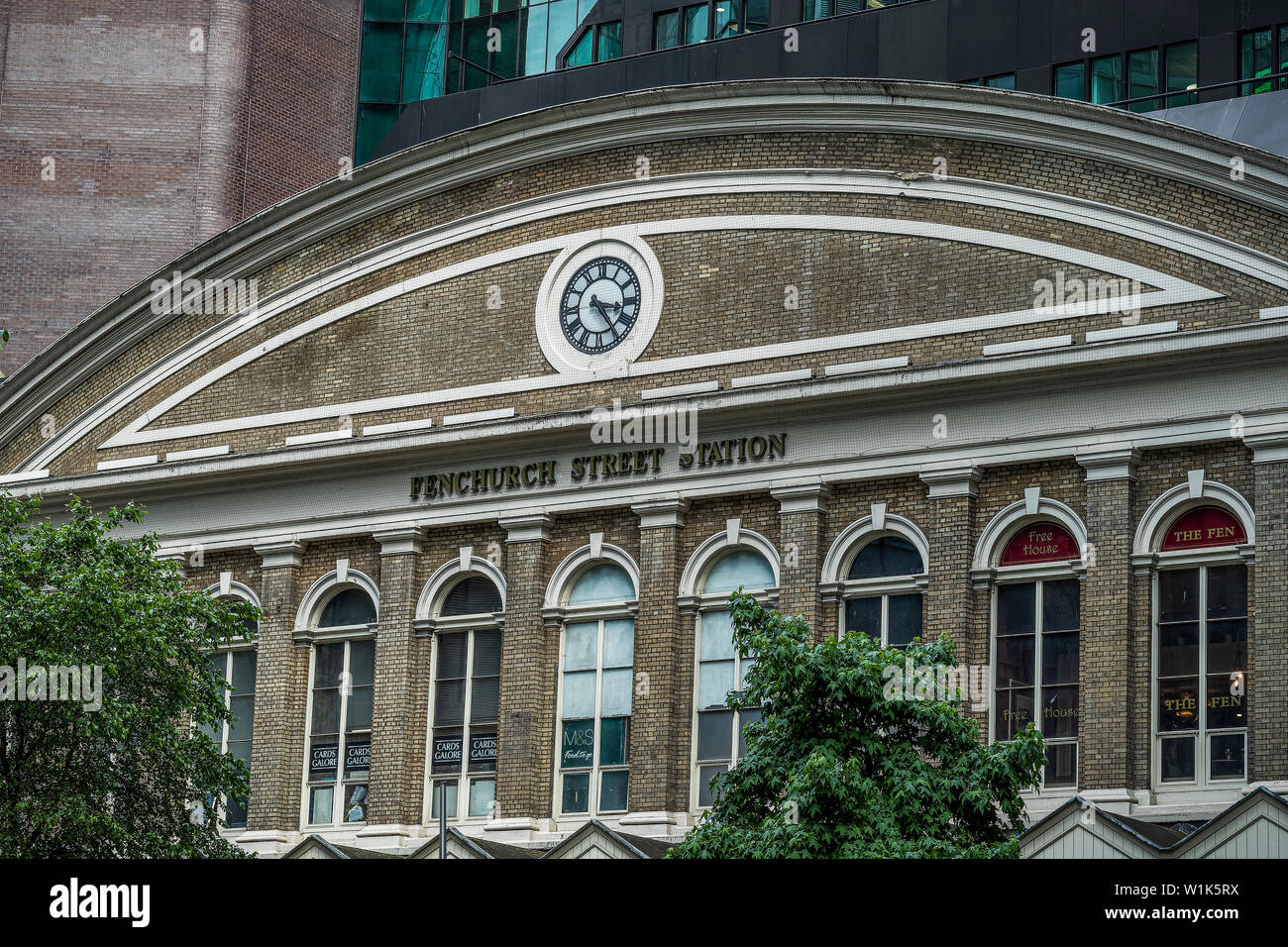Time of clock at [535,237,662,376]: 3:23
